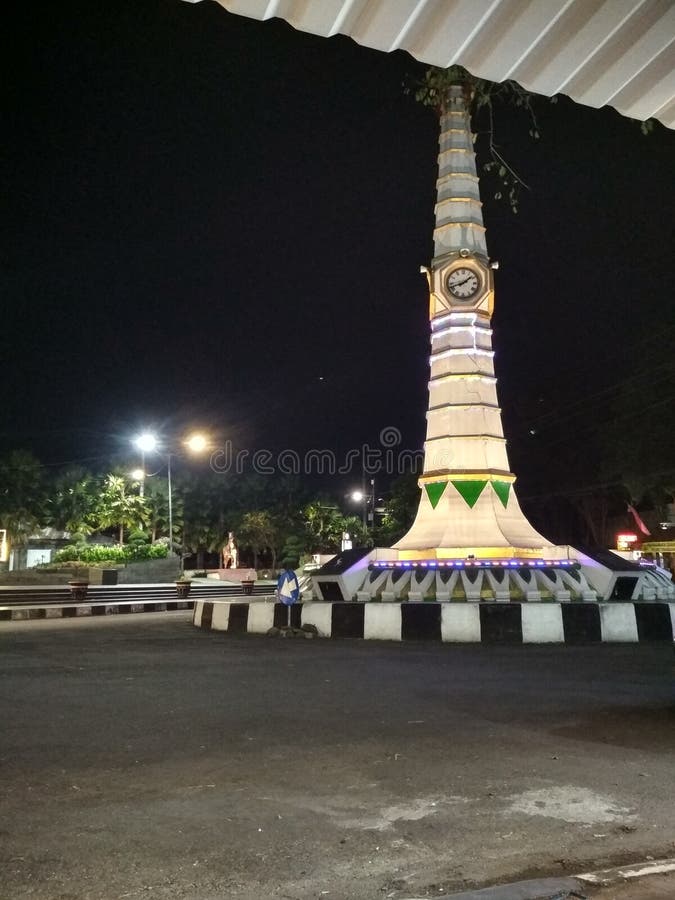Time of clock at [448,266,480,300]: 1:41
